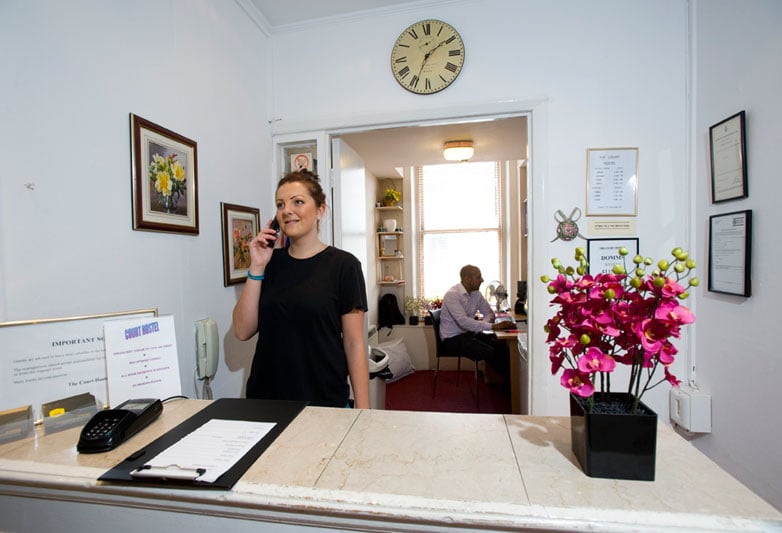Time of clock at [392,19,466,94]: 1:34
